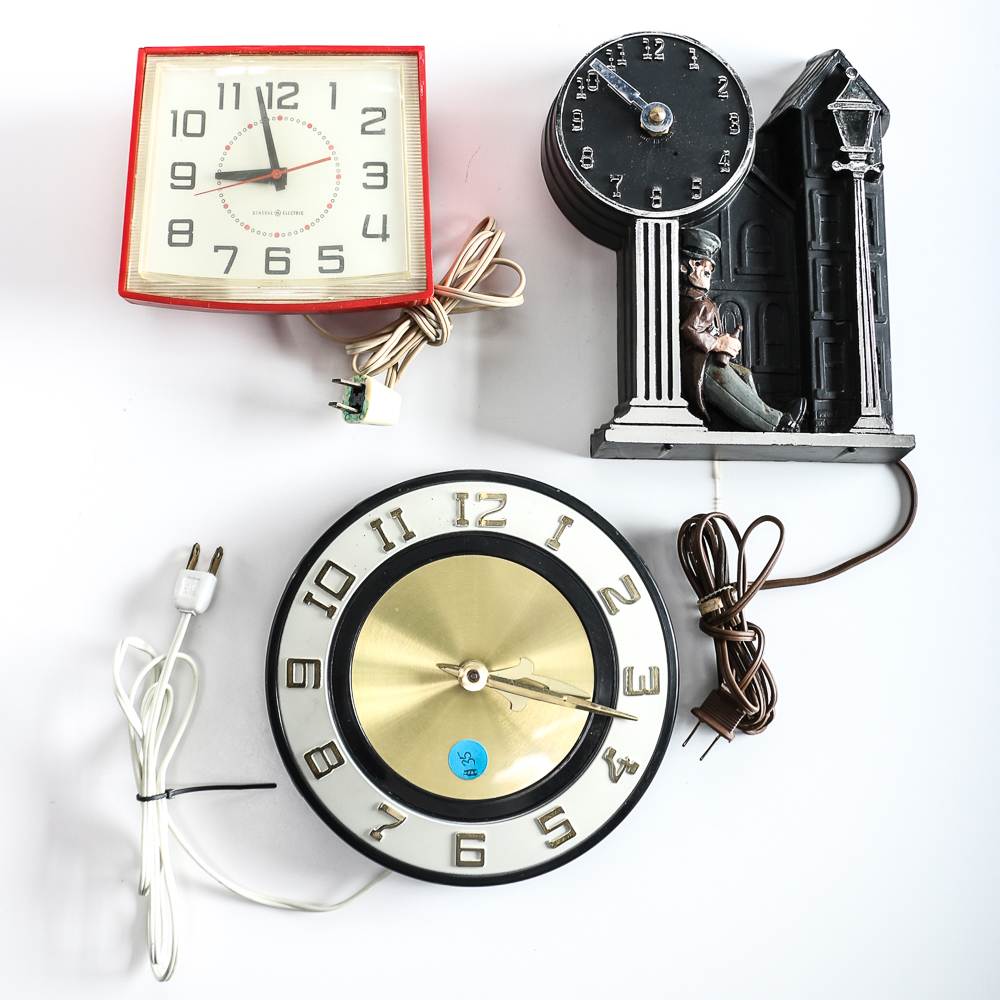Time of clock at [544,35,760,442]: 9:51
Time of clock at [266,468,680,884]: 10:17
